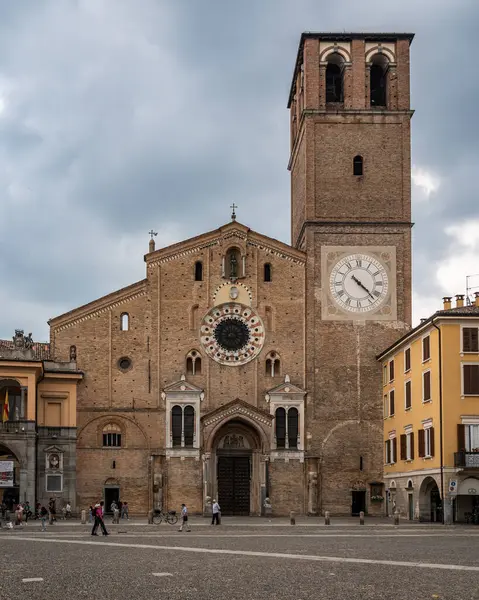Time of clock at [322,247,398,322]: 4:22
